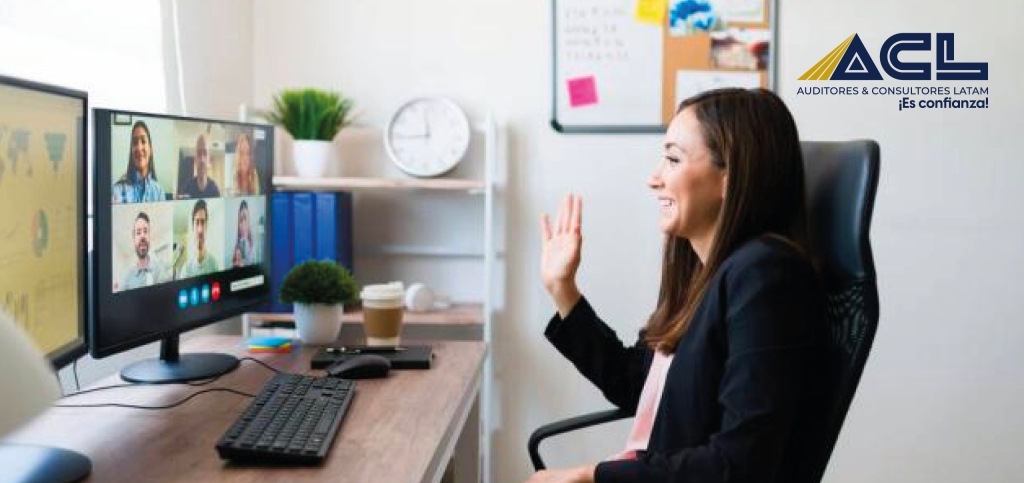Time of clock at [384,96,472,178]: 11:44
